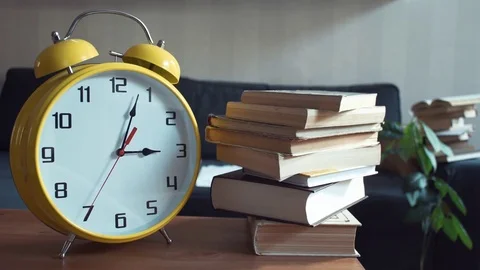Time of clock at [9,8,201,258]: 3:03
